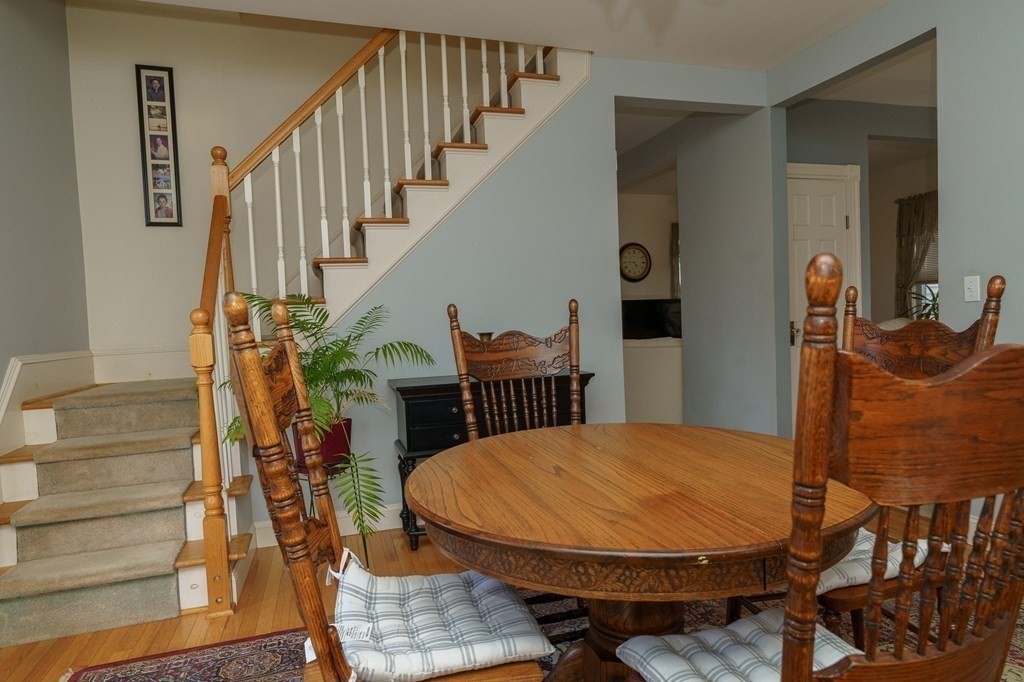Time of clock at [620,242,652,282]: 4:44
